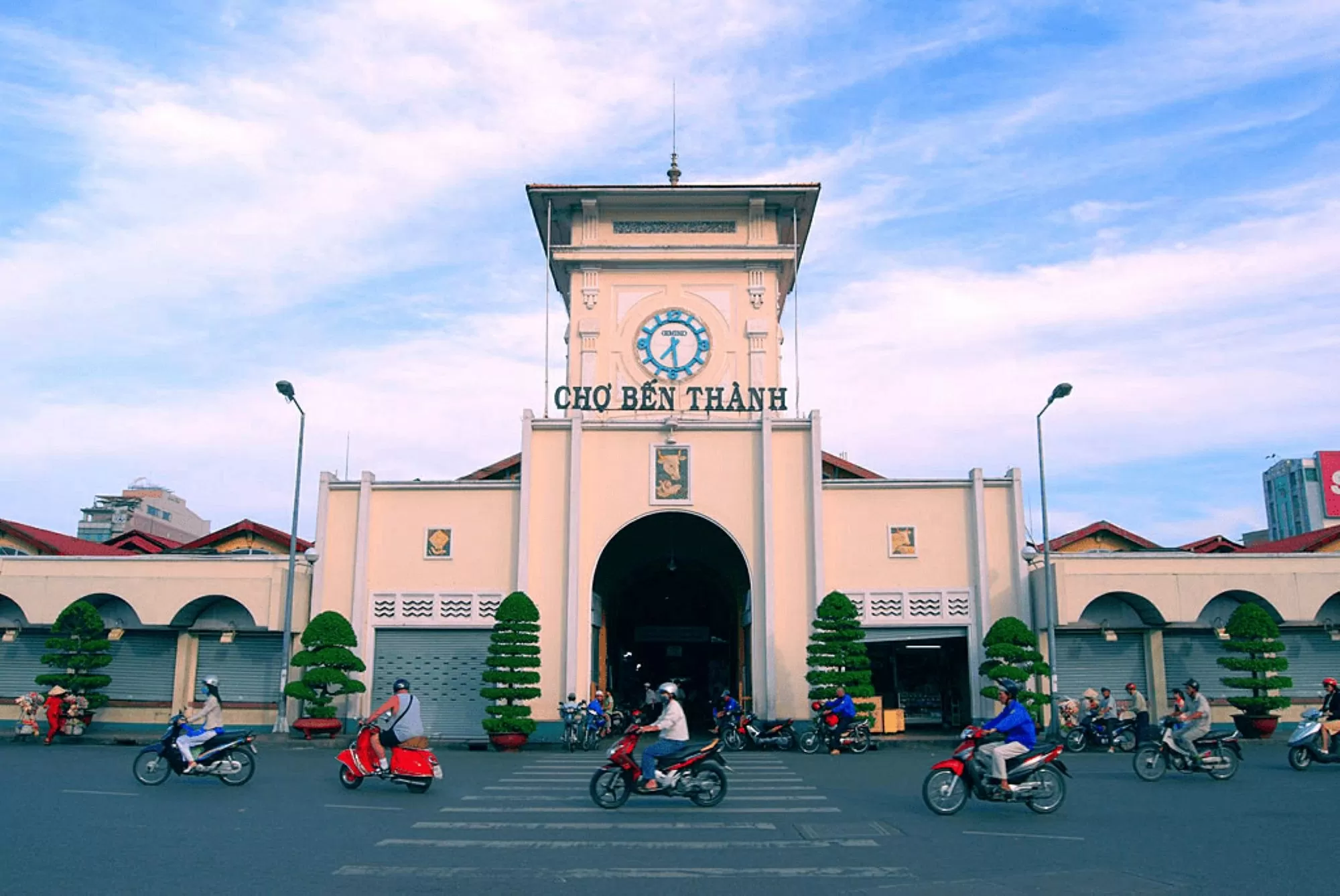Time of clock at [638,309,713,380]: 7:28
